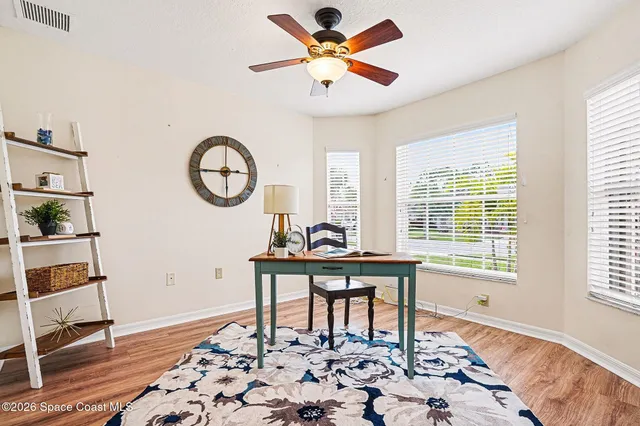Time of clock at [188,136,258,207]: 2:45
